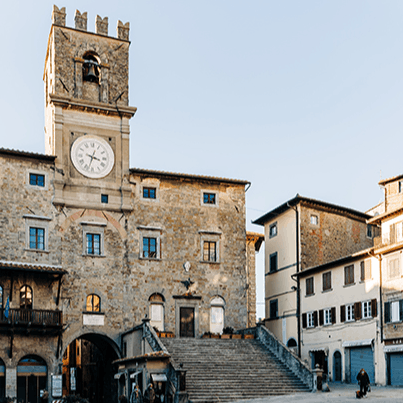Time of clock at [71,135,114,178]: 3:33
